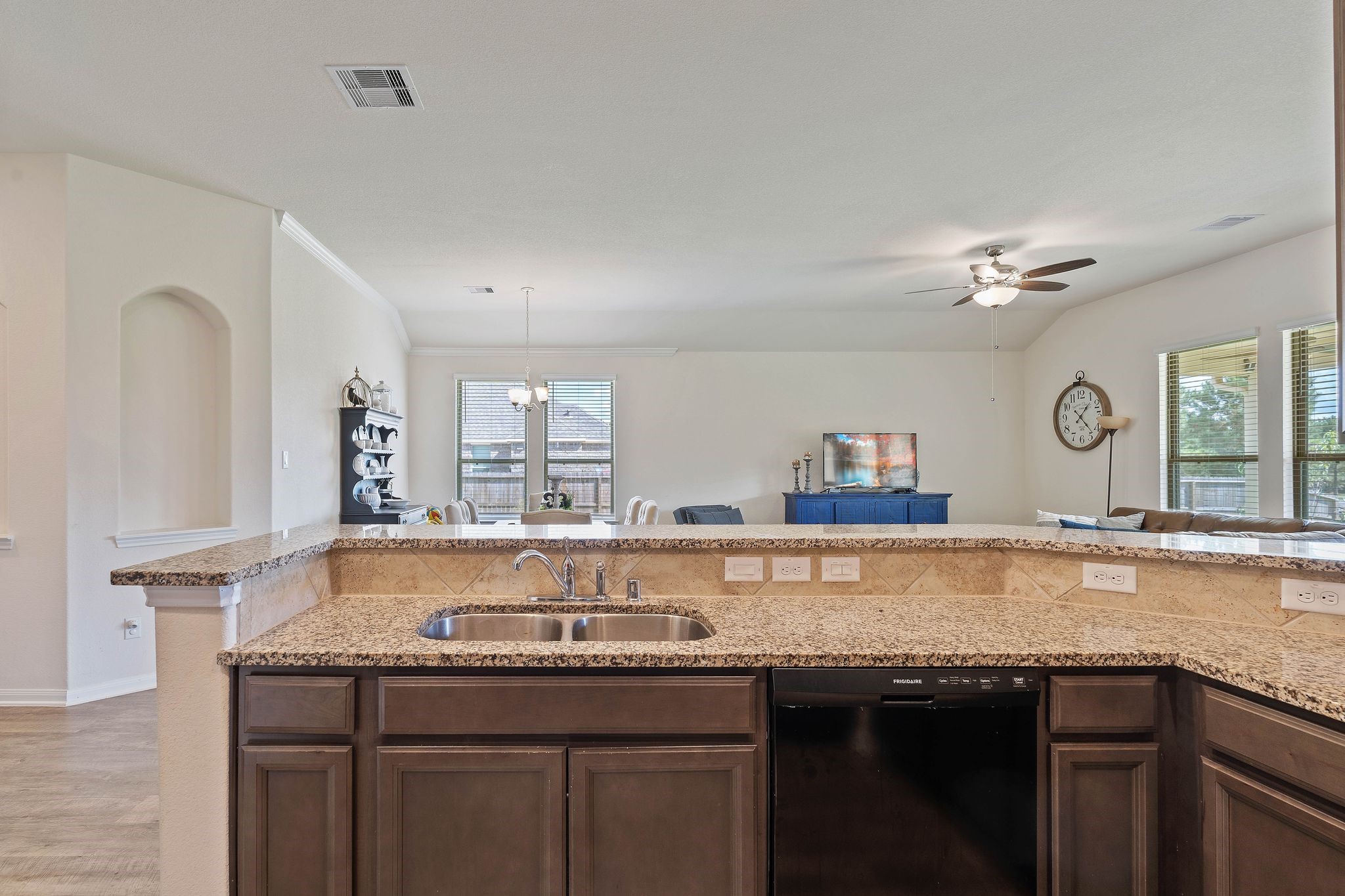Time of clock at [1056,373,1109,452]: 1:22
